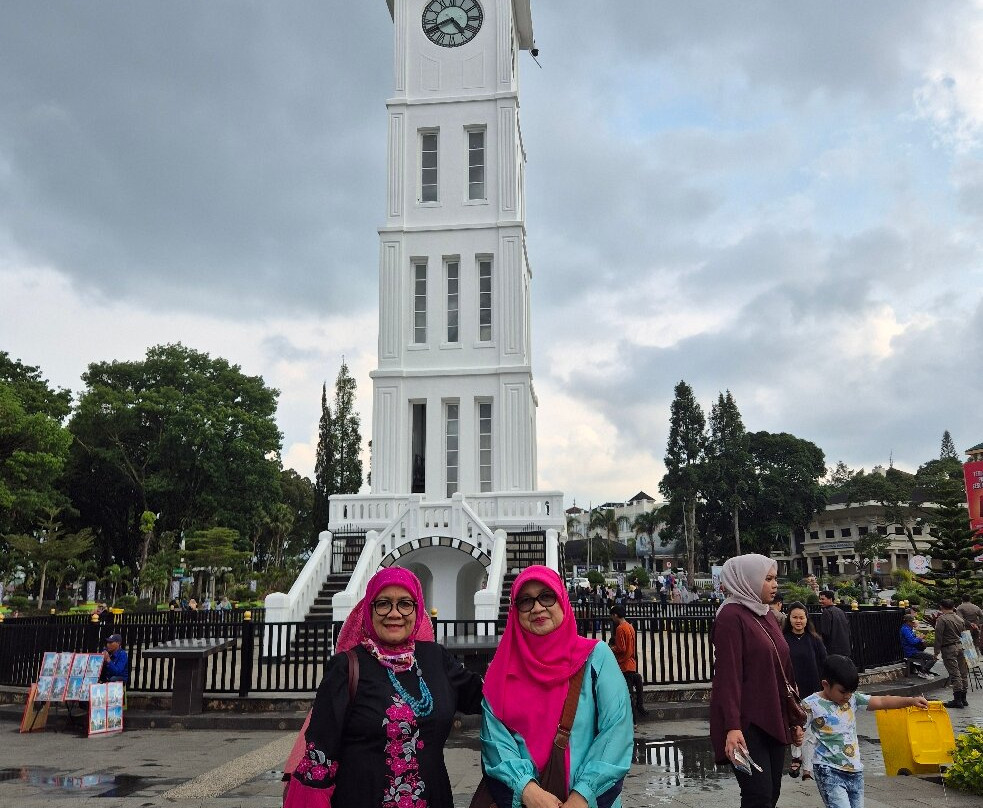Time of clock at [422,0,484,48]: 4:40
